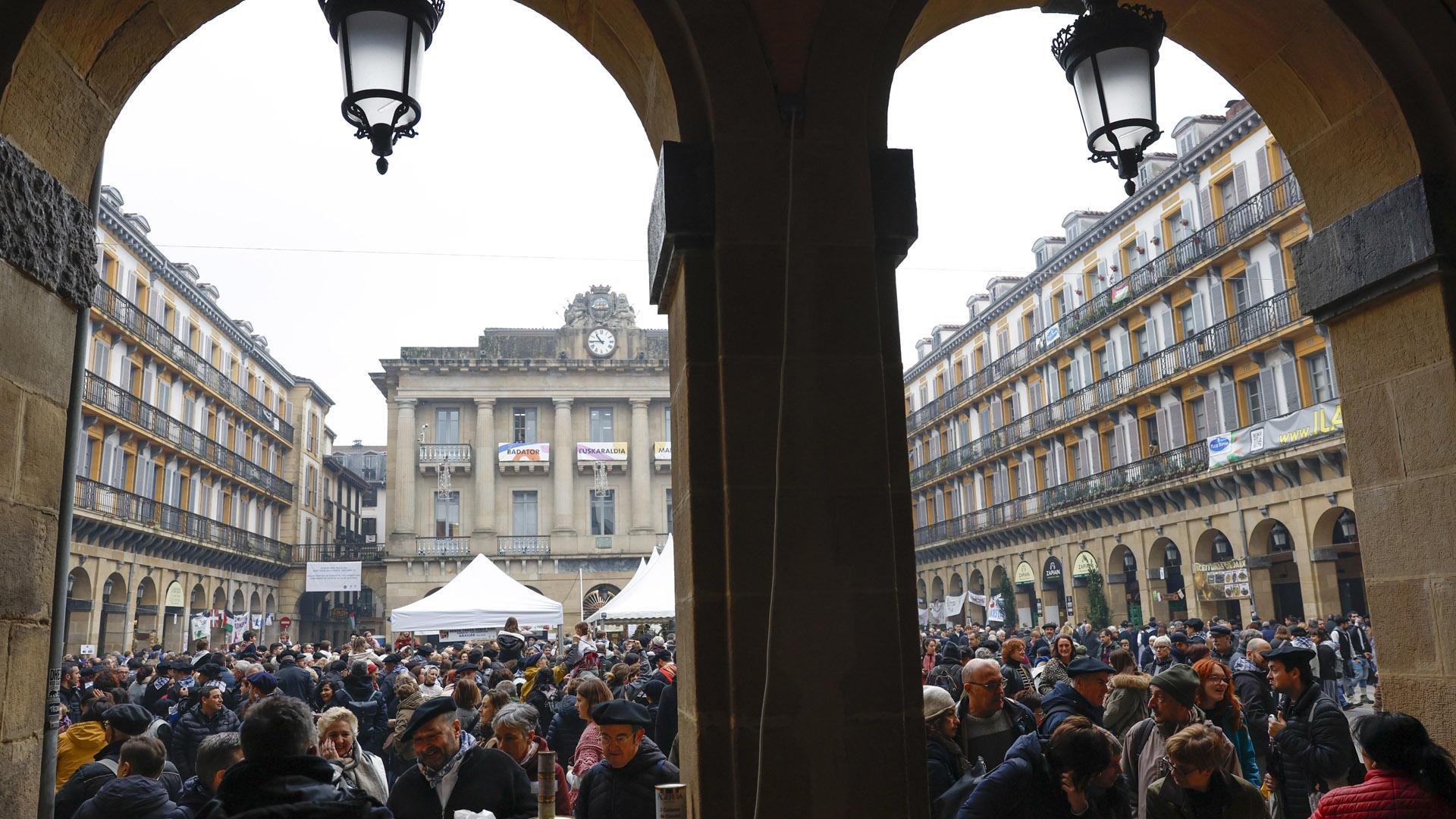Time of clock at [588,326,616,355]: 10:45
